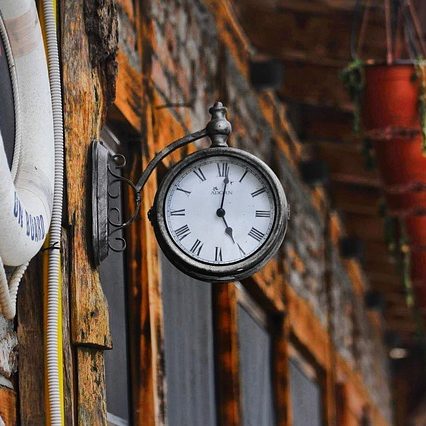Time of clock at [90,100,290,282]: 5:01
